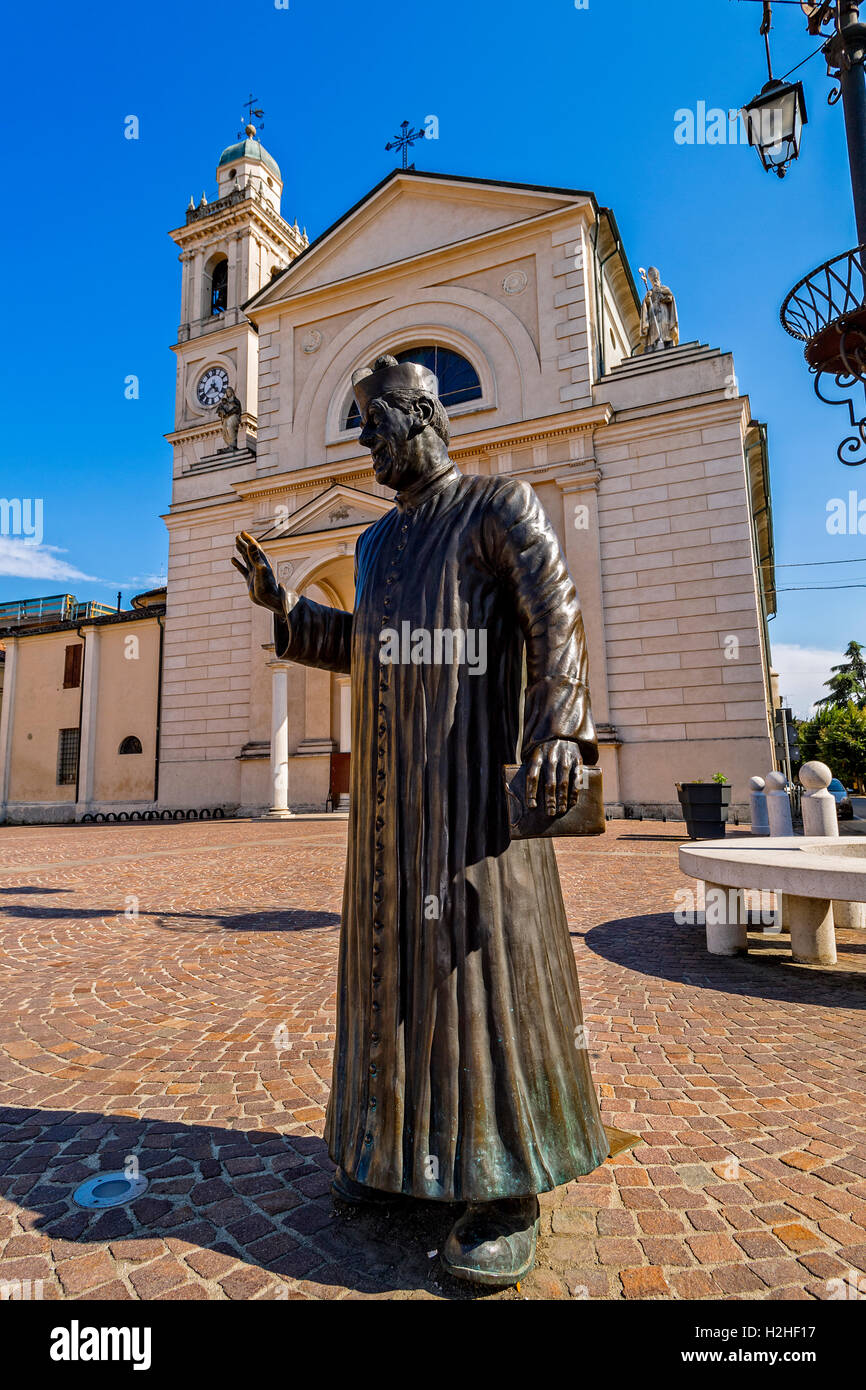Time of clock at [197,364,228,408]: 4:38
